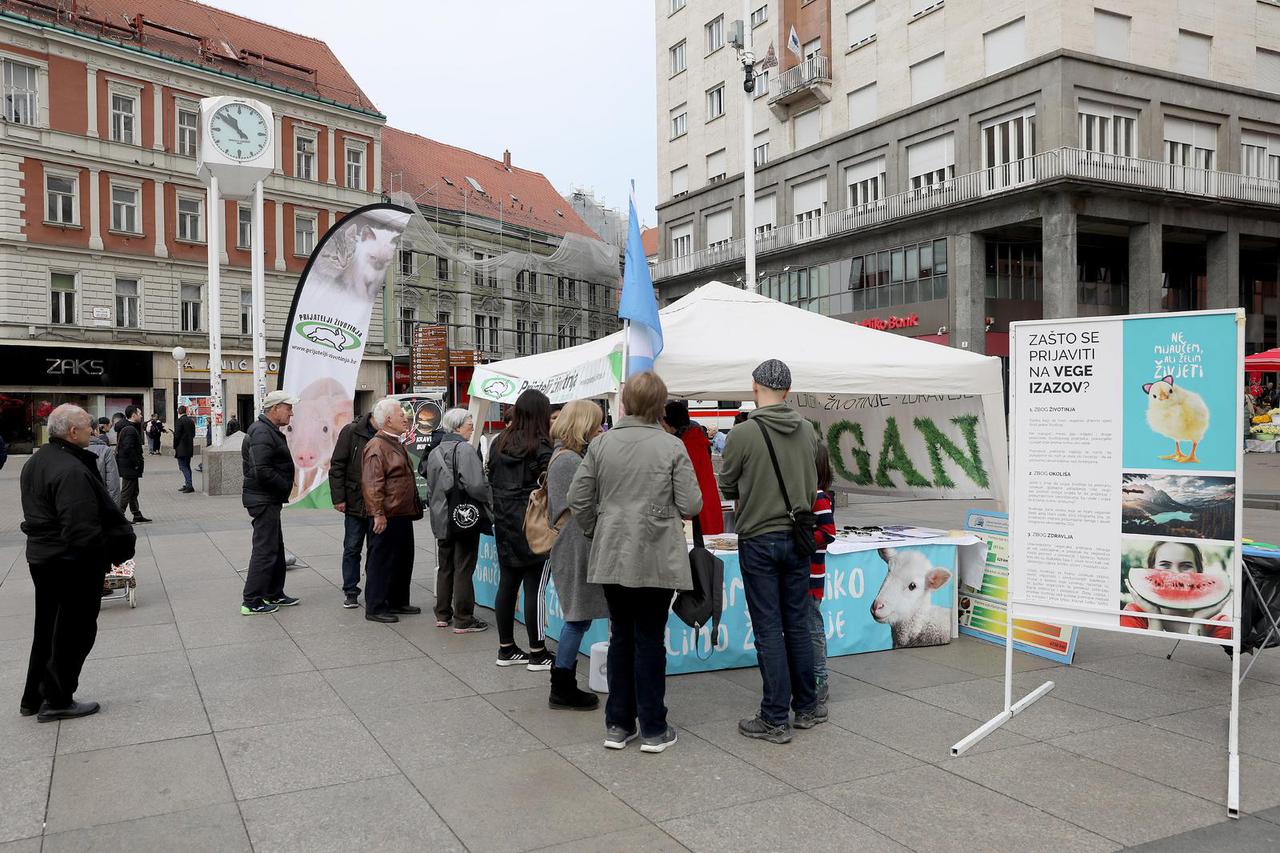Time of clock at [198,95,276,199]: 10:51
